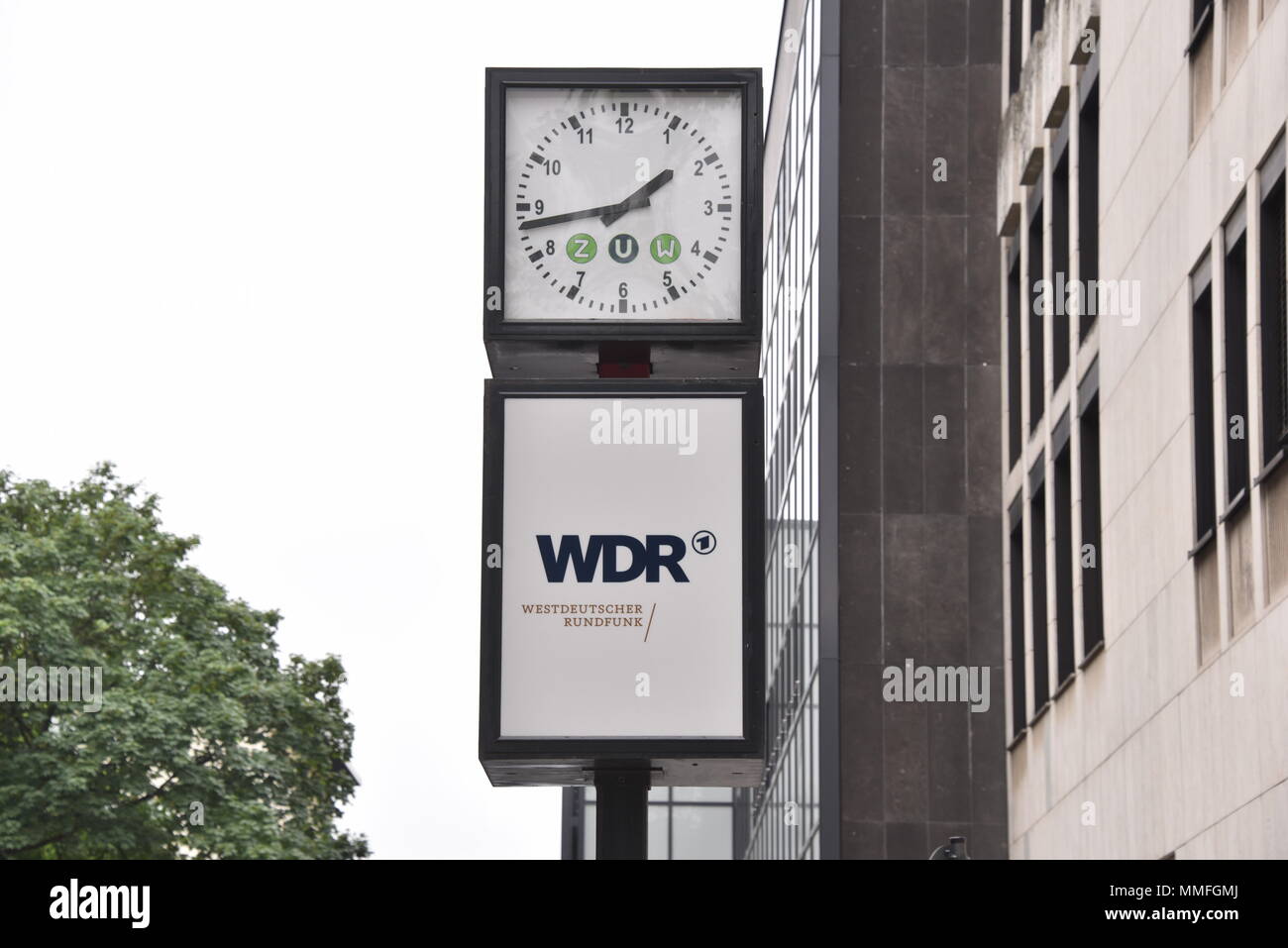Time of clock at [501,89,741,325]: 1:43
